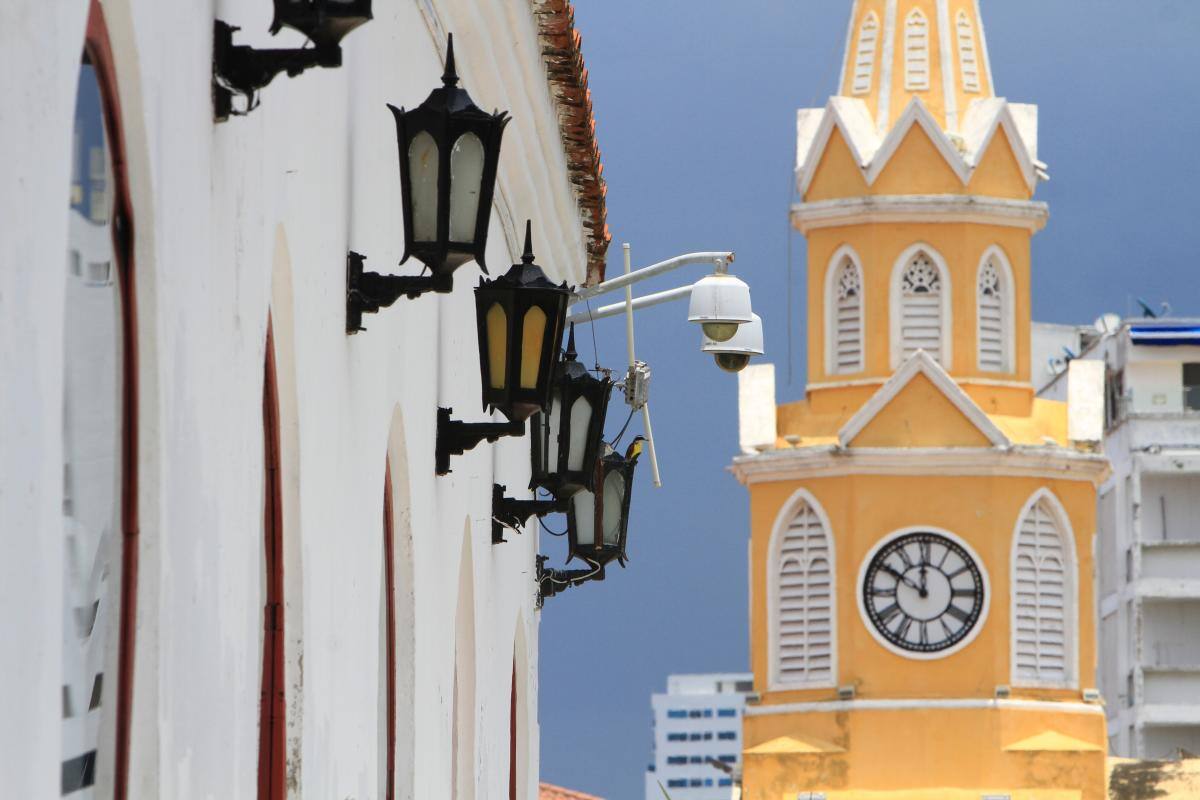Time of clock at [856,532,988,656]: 11:50
